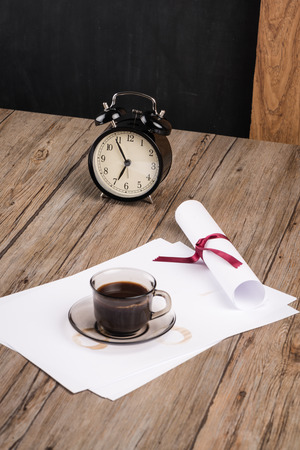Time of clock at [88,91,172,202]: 6:54
